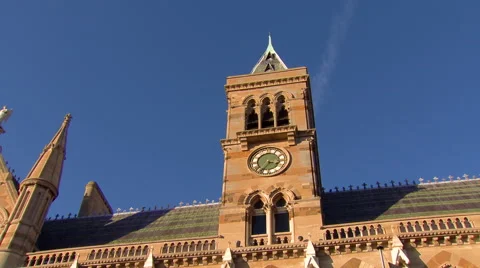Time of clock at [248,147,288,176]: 3:36
